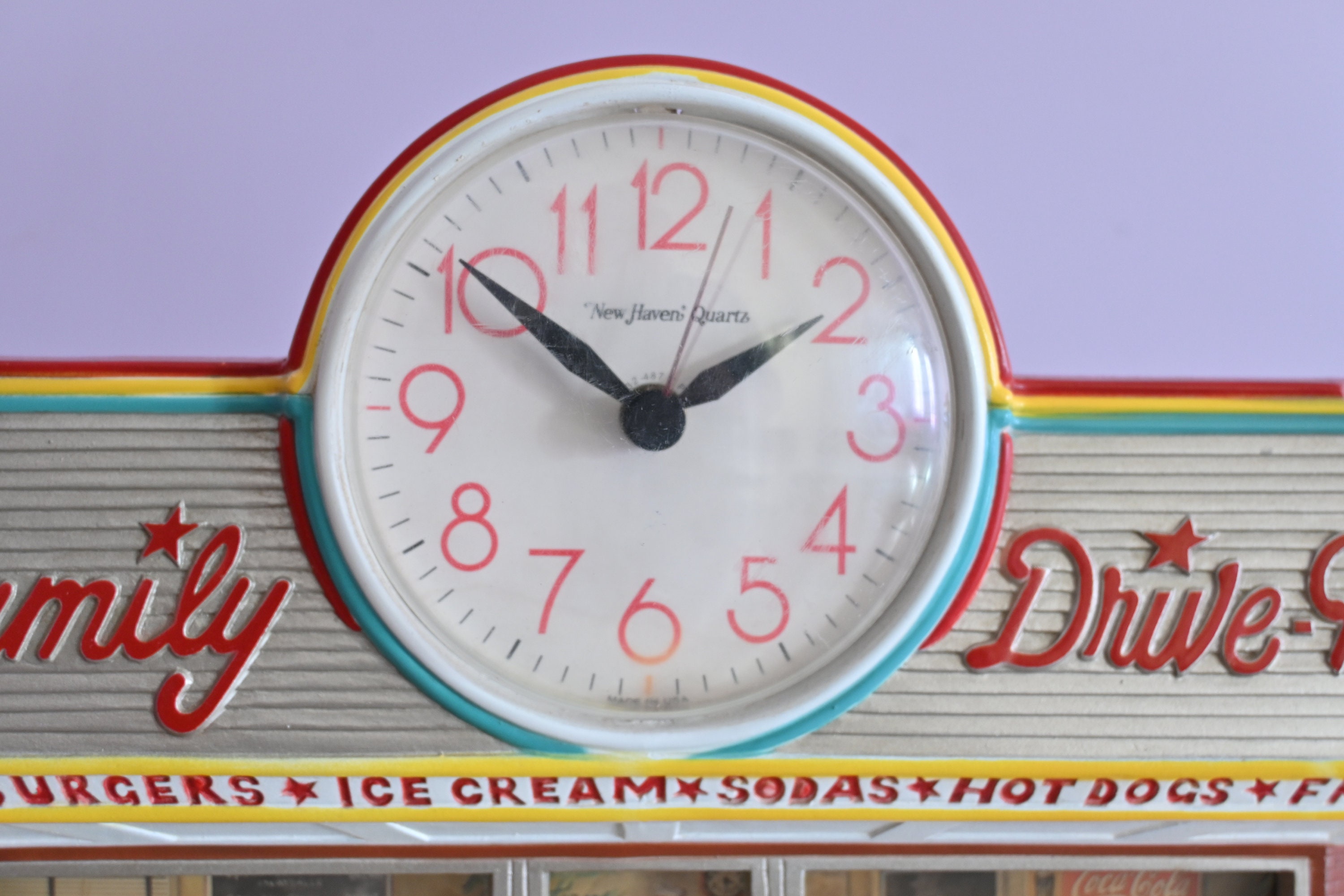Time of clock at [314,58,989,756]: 1:50
